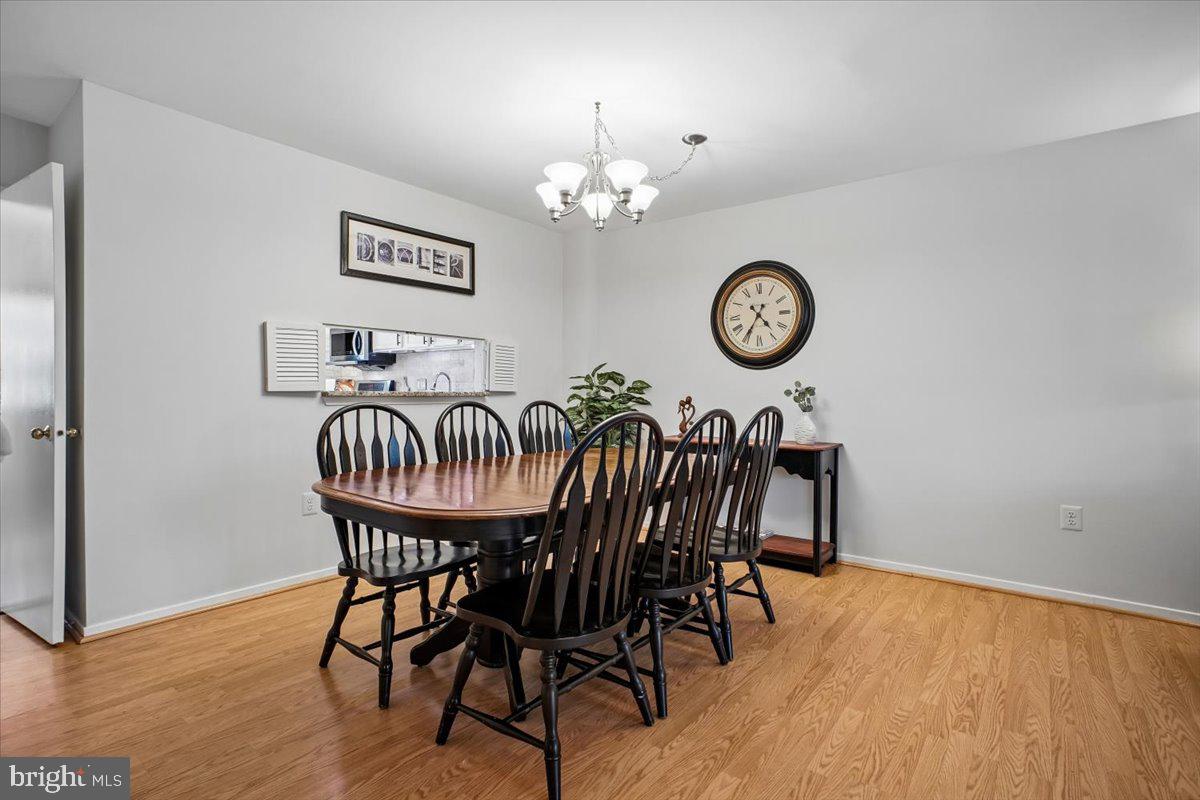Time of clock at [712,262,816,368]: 4:35
